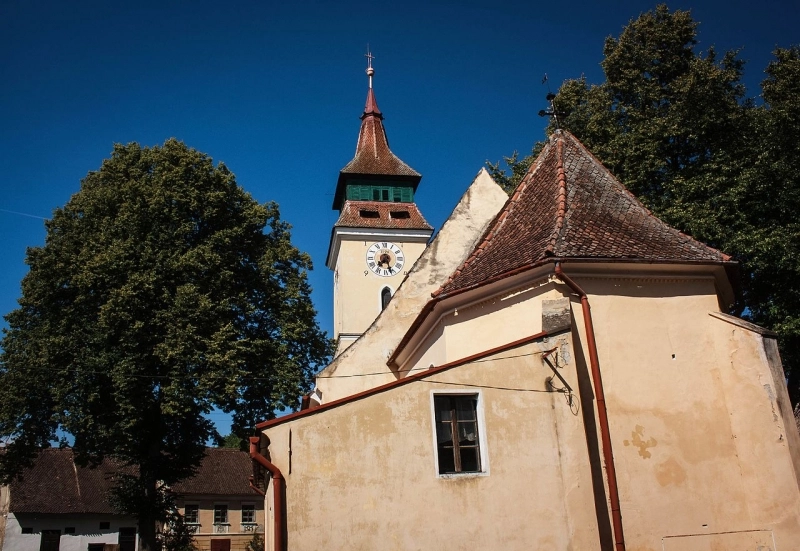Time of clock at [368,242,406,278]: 7:27
